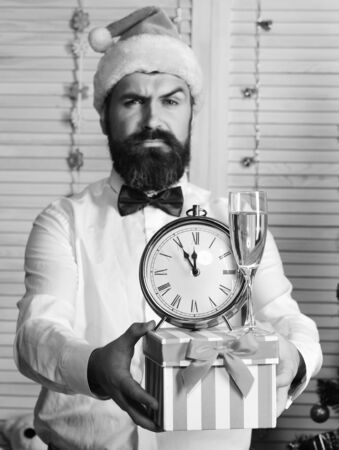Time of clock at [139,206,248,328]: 11:55
